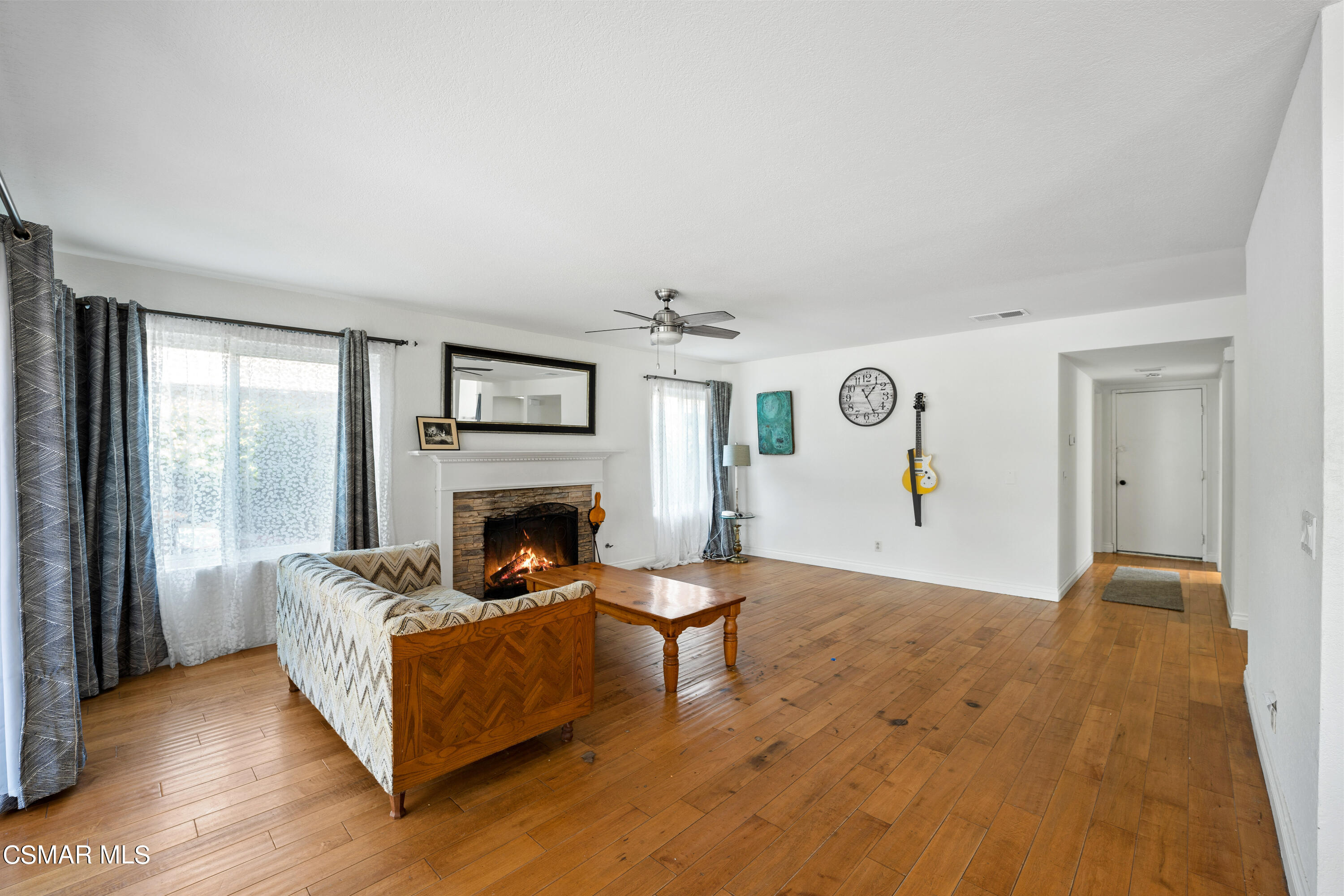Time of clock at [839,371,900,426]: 1:25
